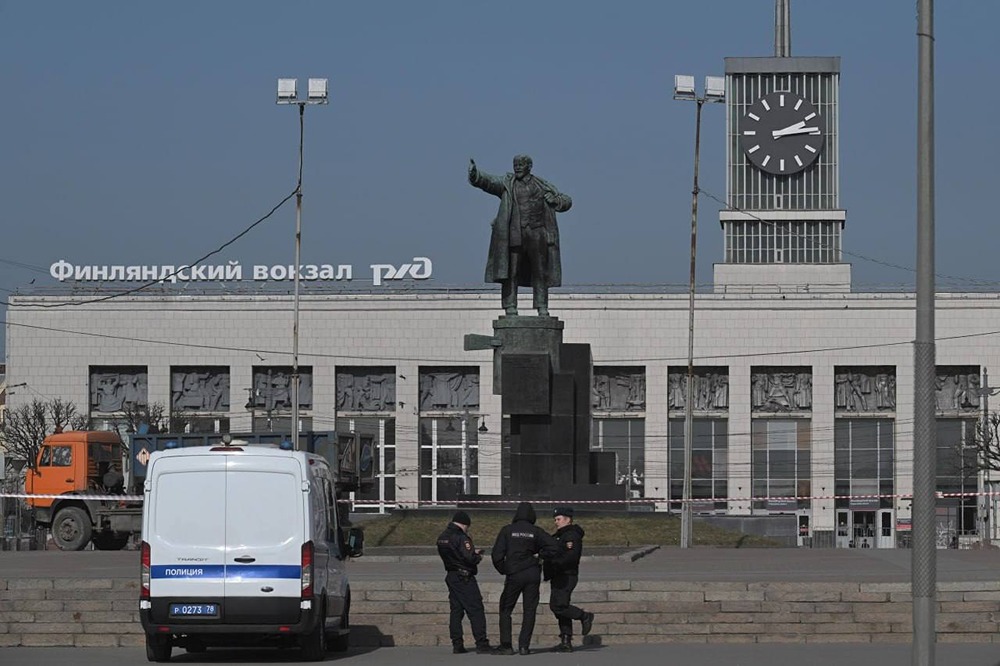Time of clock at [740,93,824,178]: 2:14
